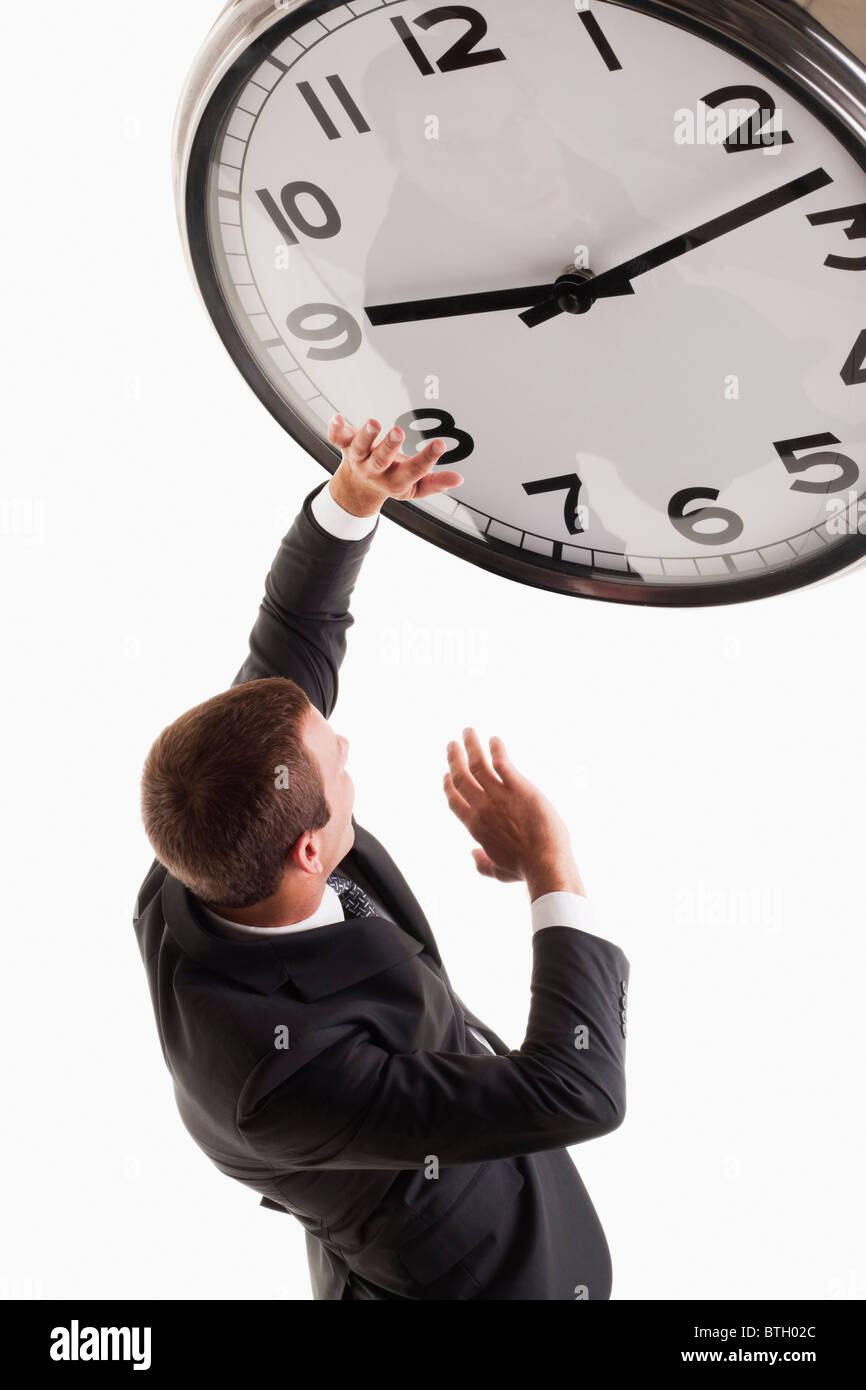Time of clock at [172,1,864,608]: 9:12
